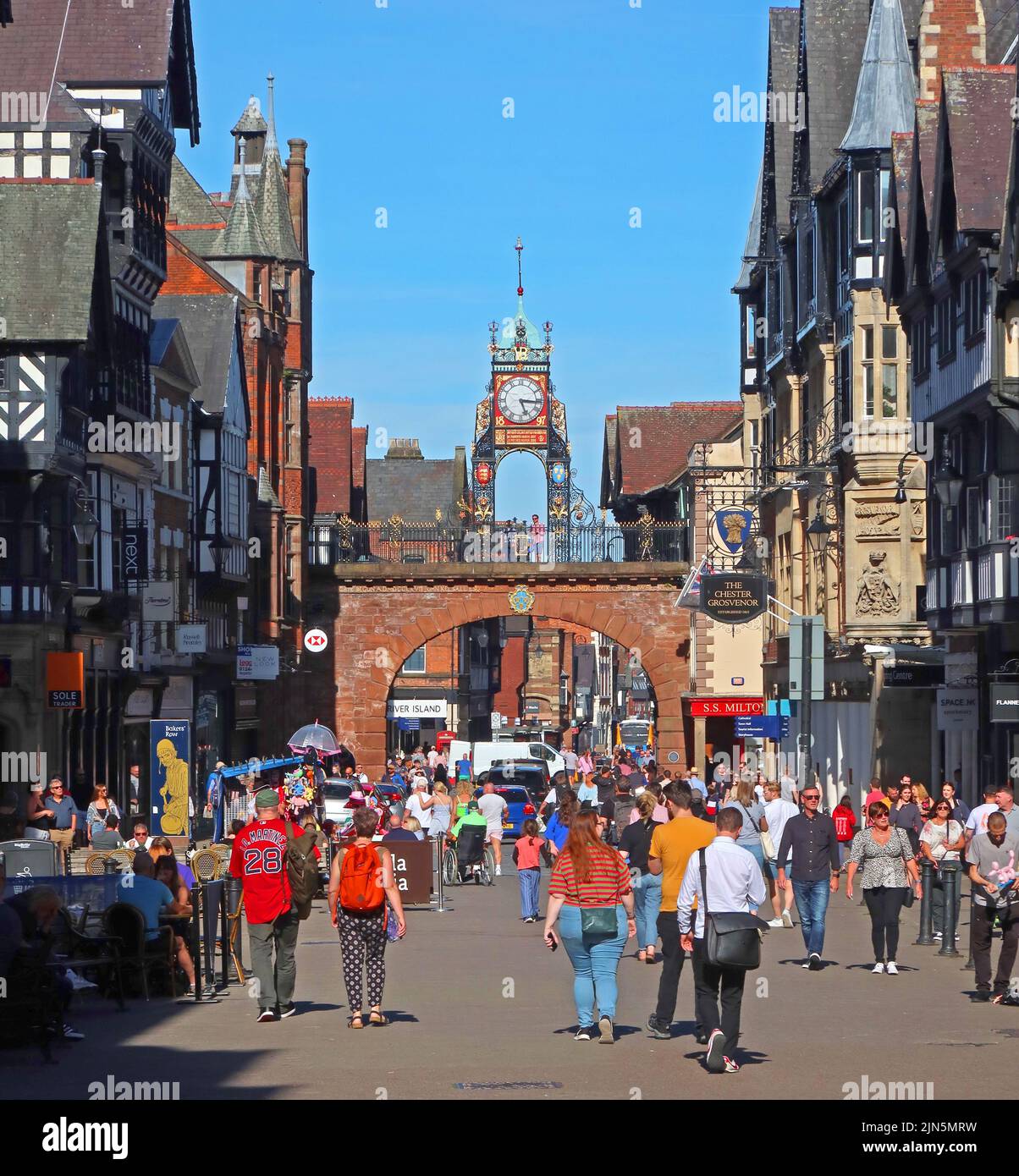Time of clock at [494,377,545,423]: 5:16
